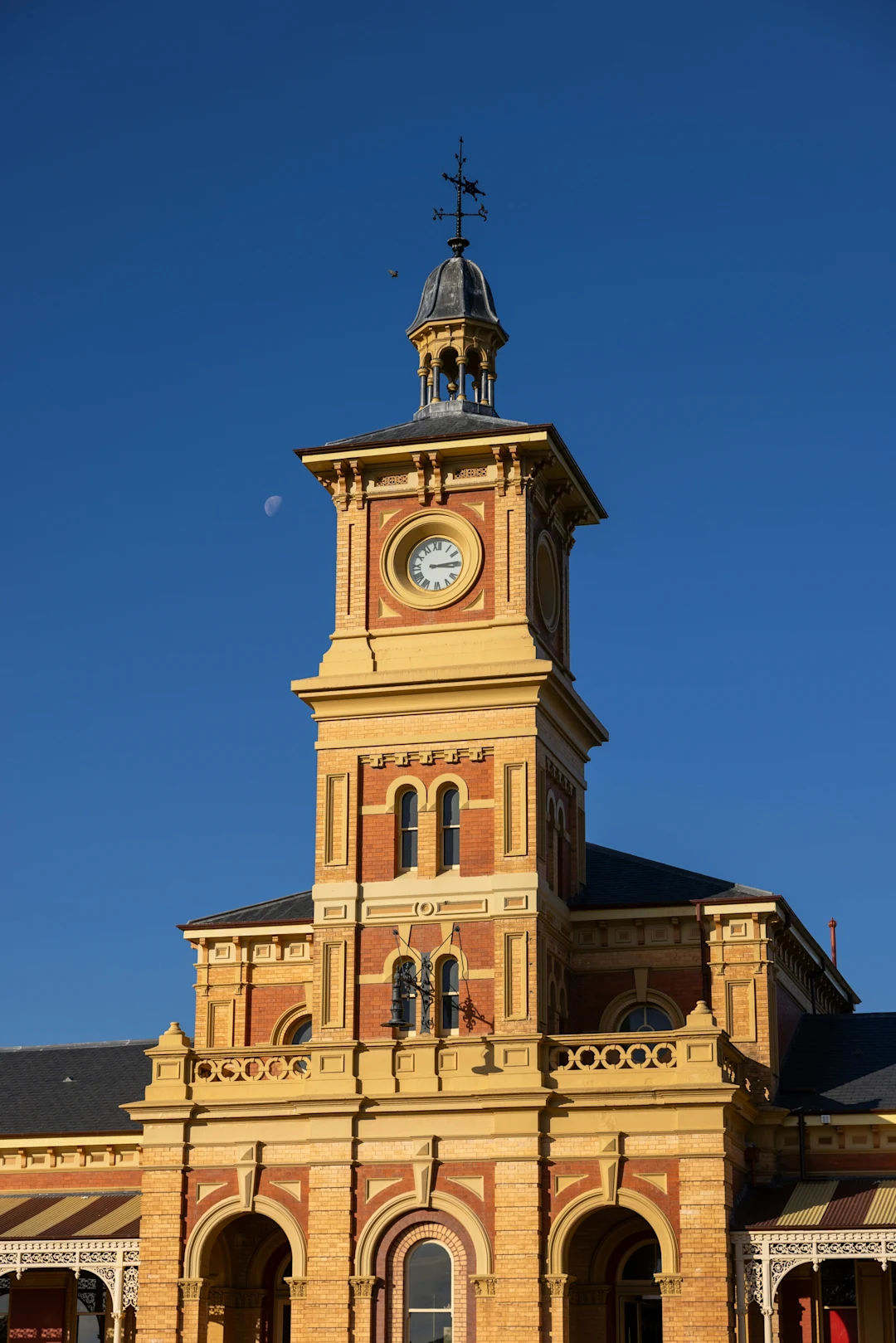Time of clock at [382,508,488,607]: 3:14
